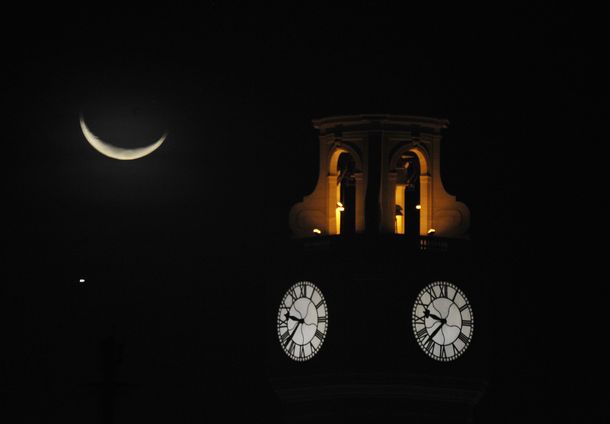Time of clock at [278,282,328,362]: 9:37
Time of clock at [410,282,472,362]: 9:36
